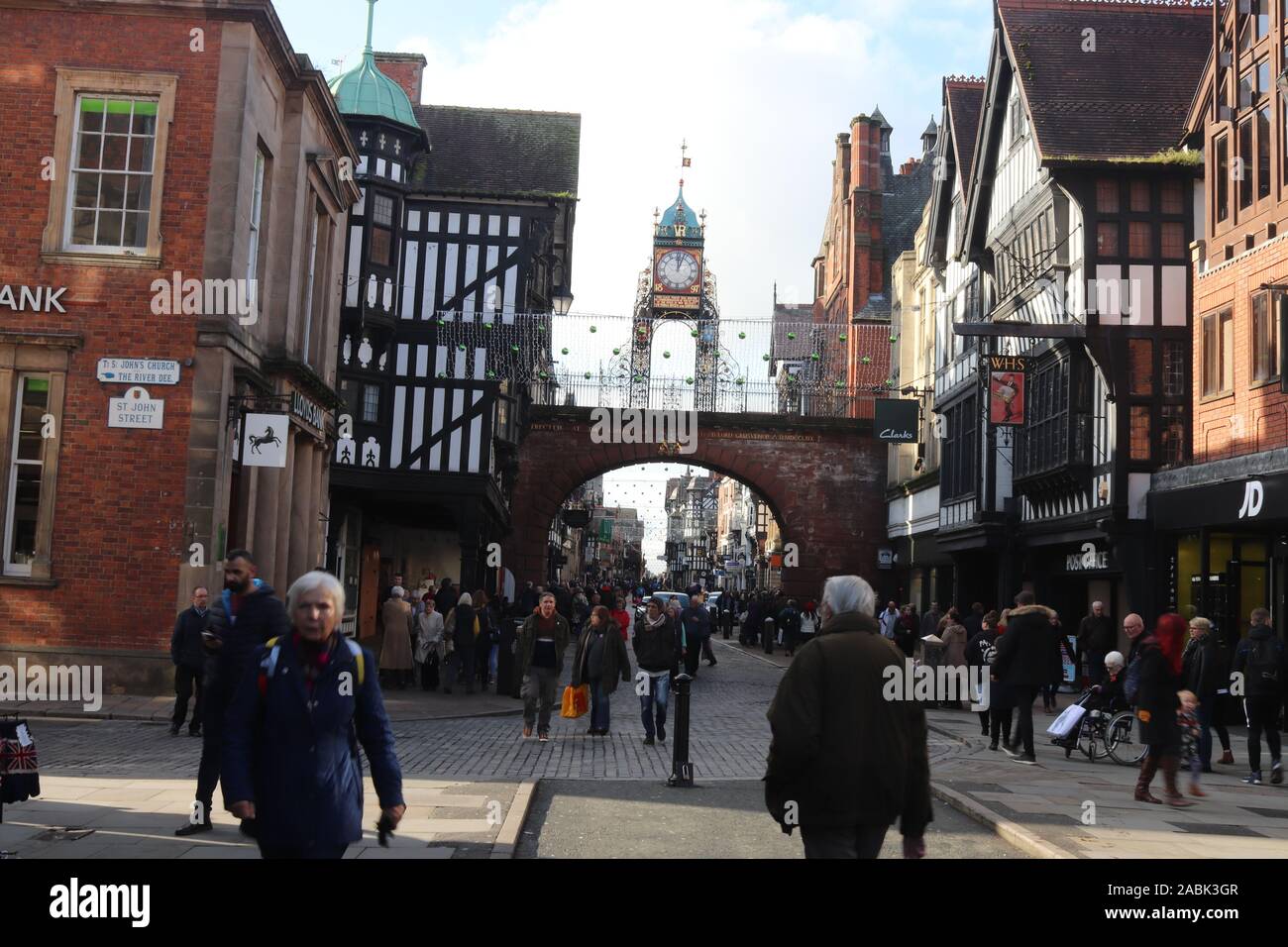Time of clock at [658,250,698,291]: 12:03
